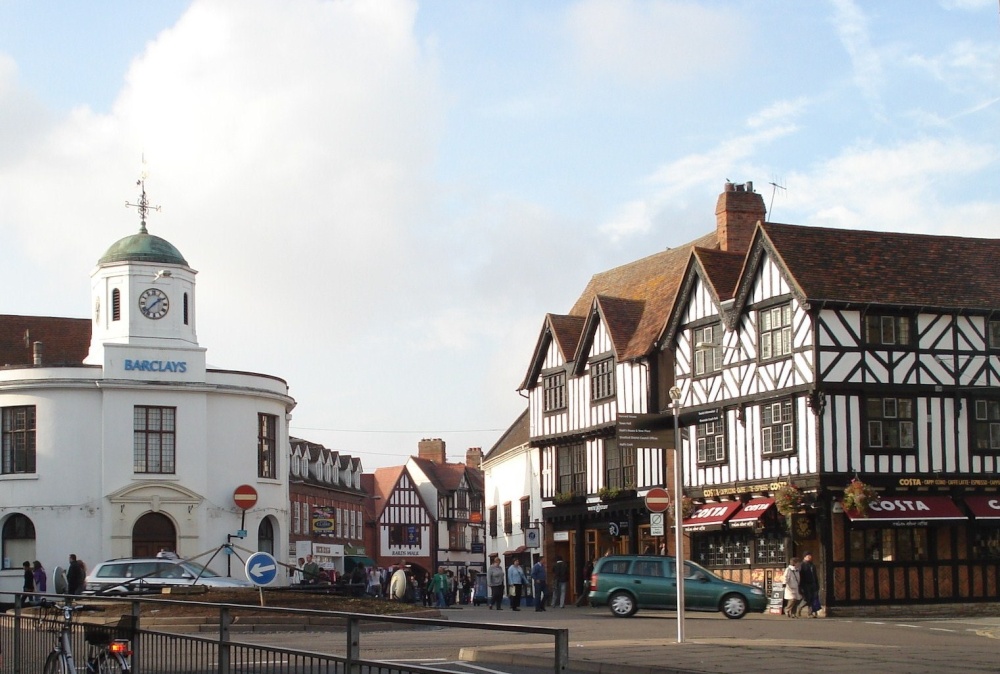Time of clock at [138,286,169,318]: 1:37
